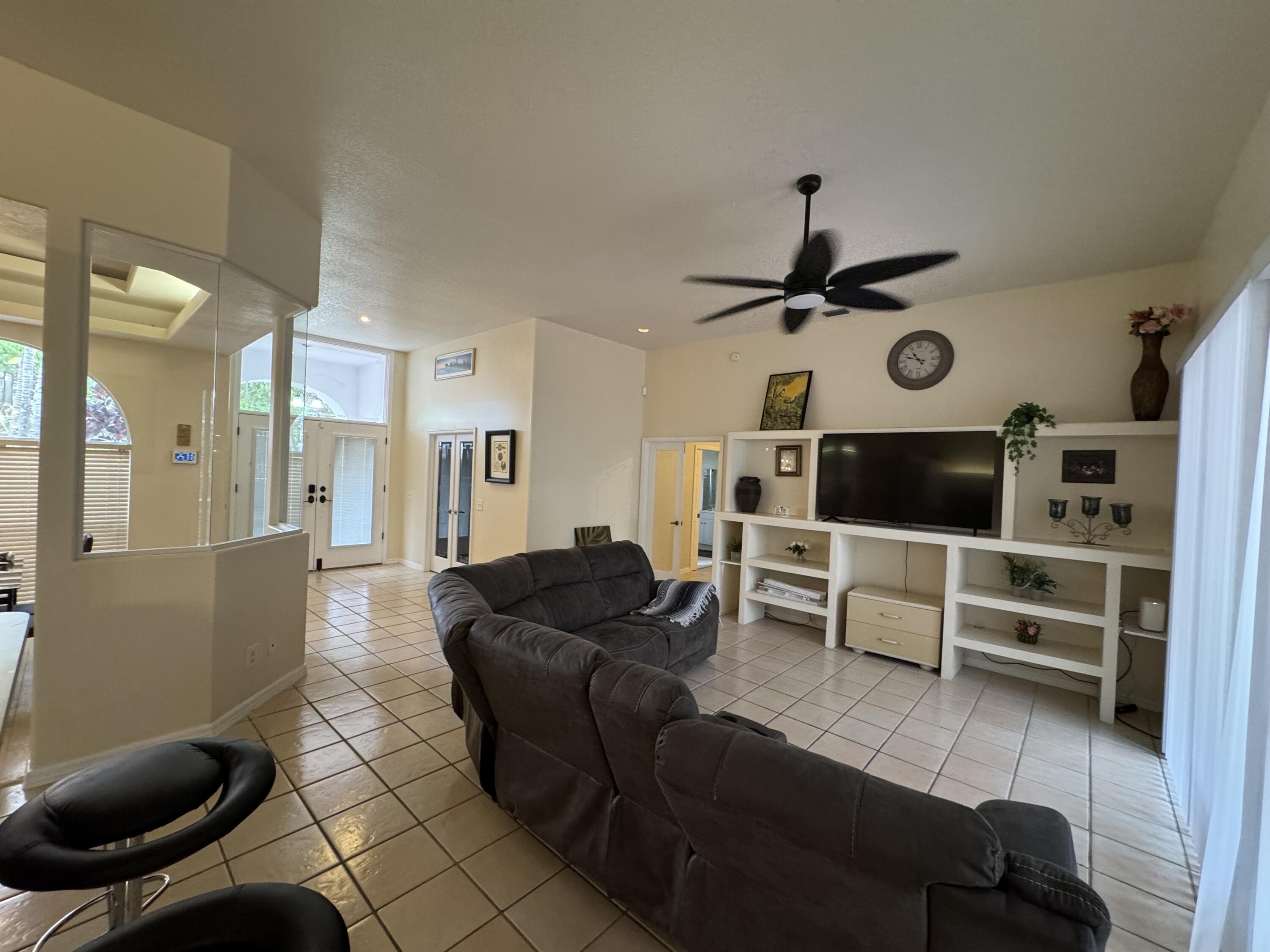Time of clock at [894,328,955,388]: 10:48
